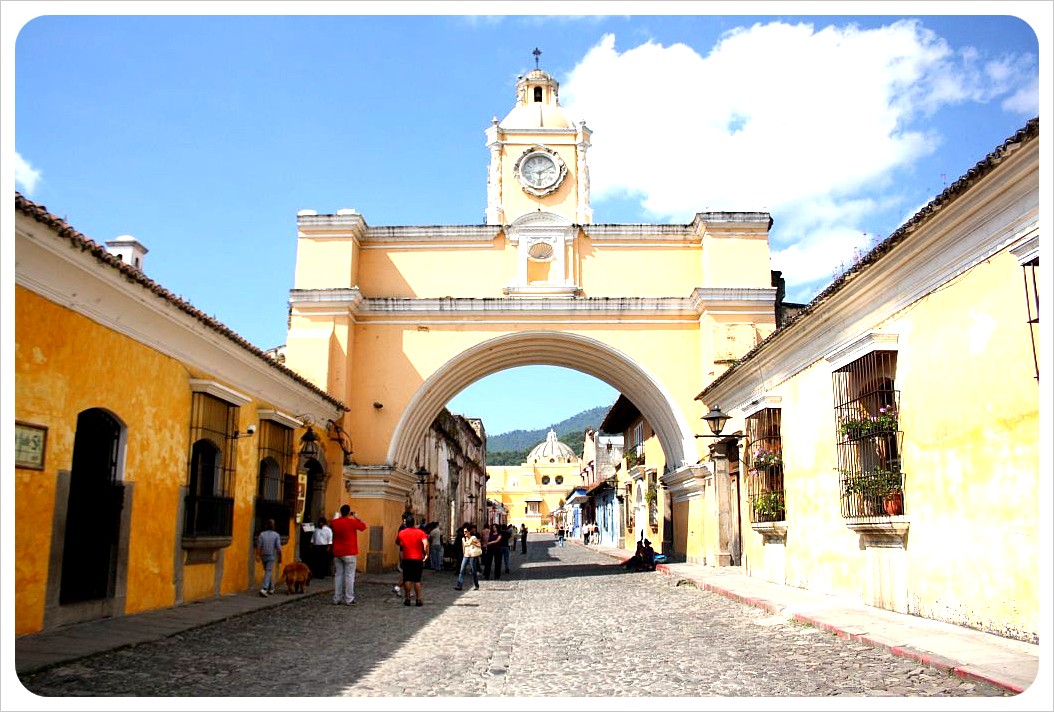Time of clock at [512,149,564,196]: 6:10
